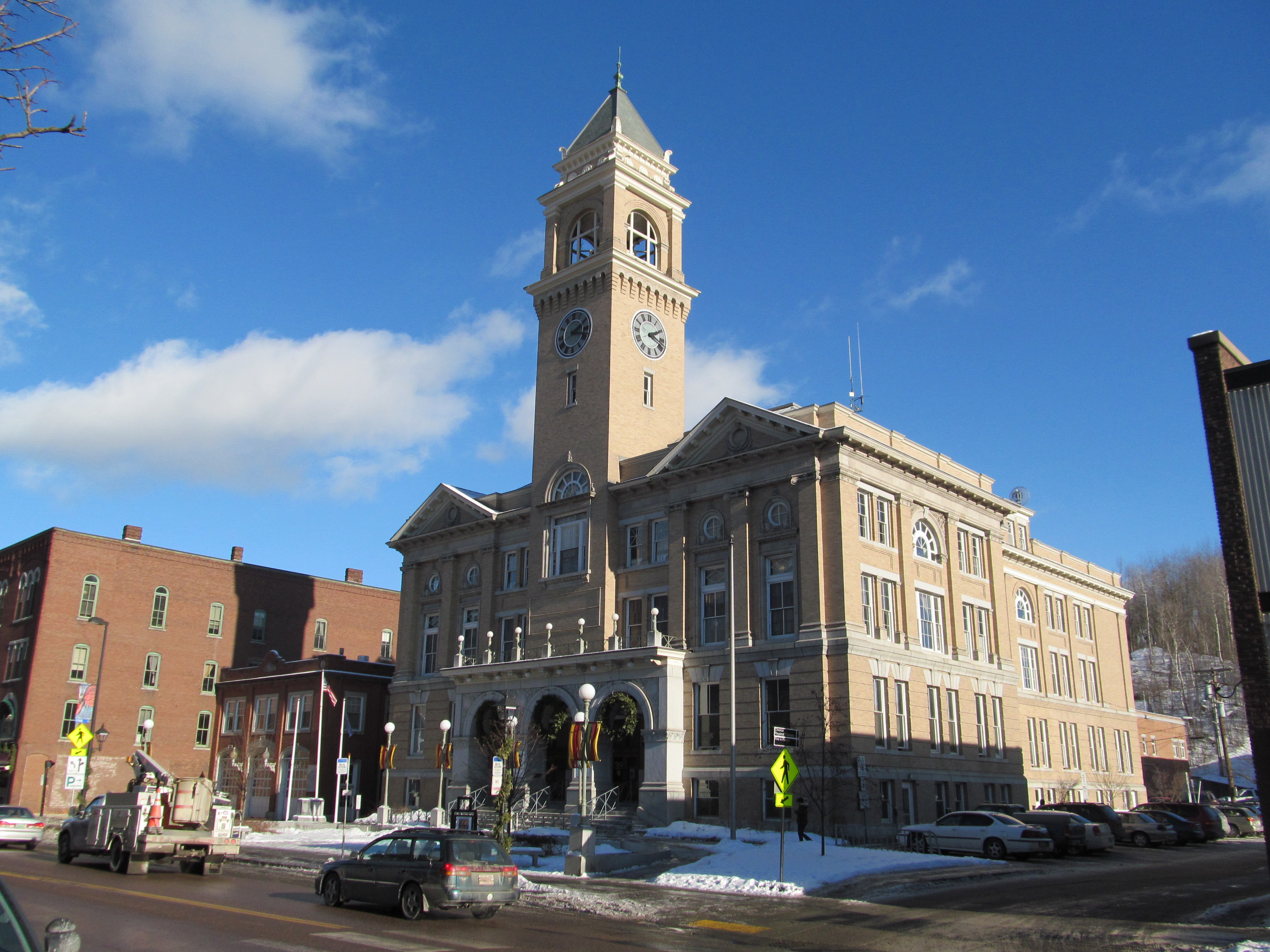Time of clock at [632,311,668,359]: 2:18
